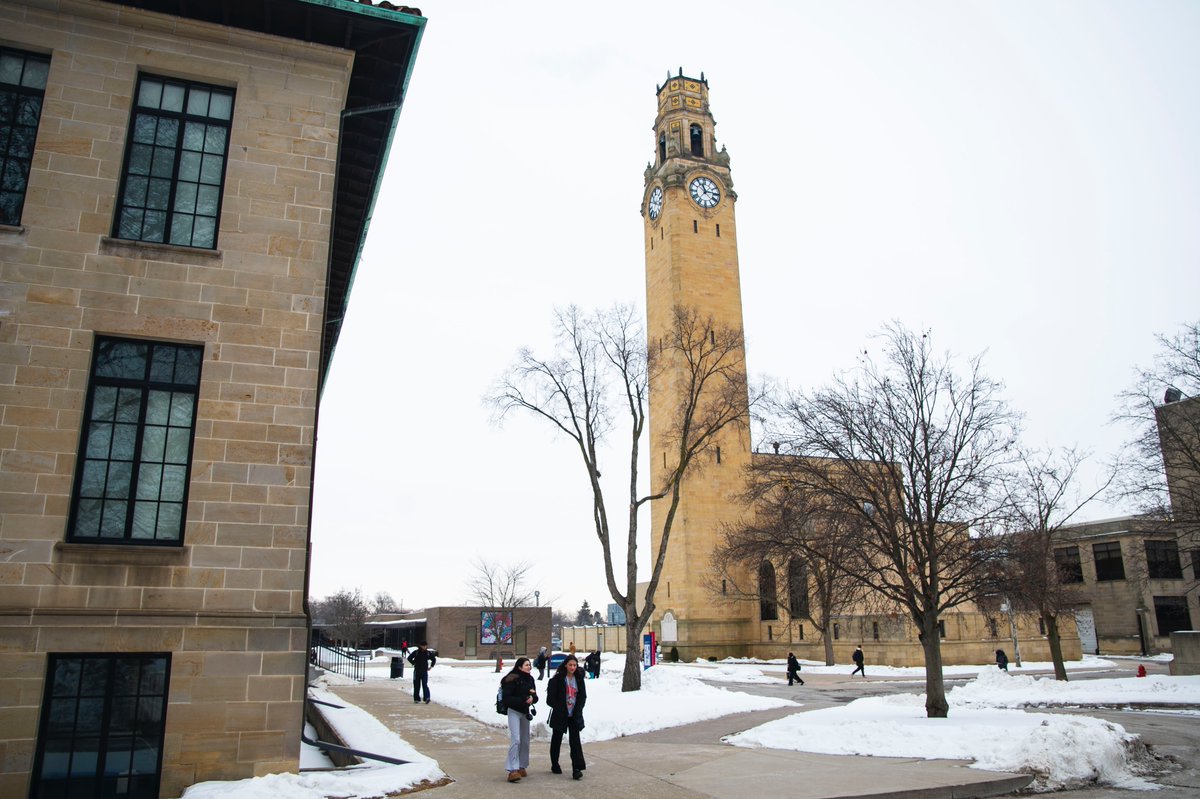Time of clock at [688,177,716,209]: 11:13
